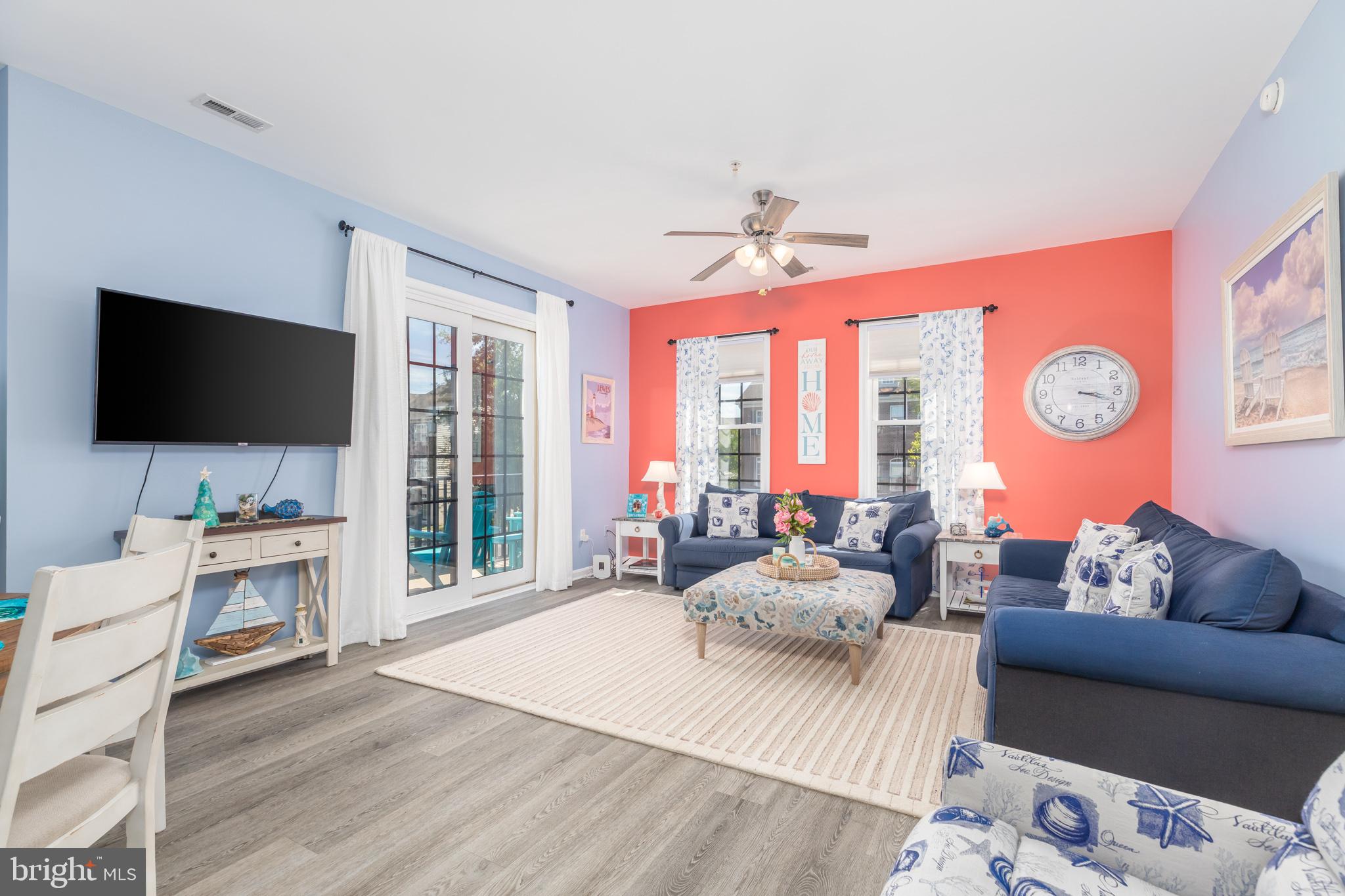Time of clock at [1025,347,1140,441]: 3:18
